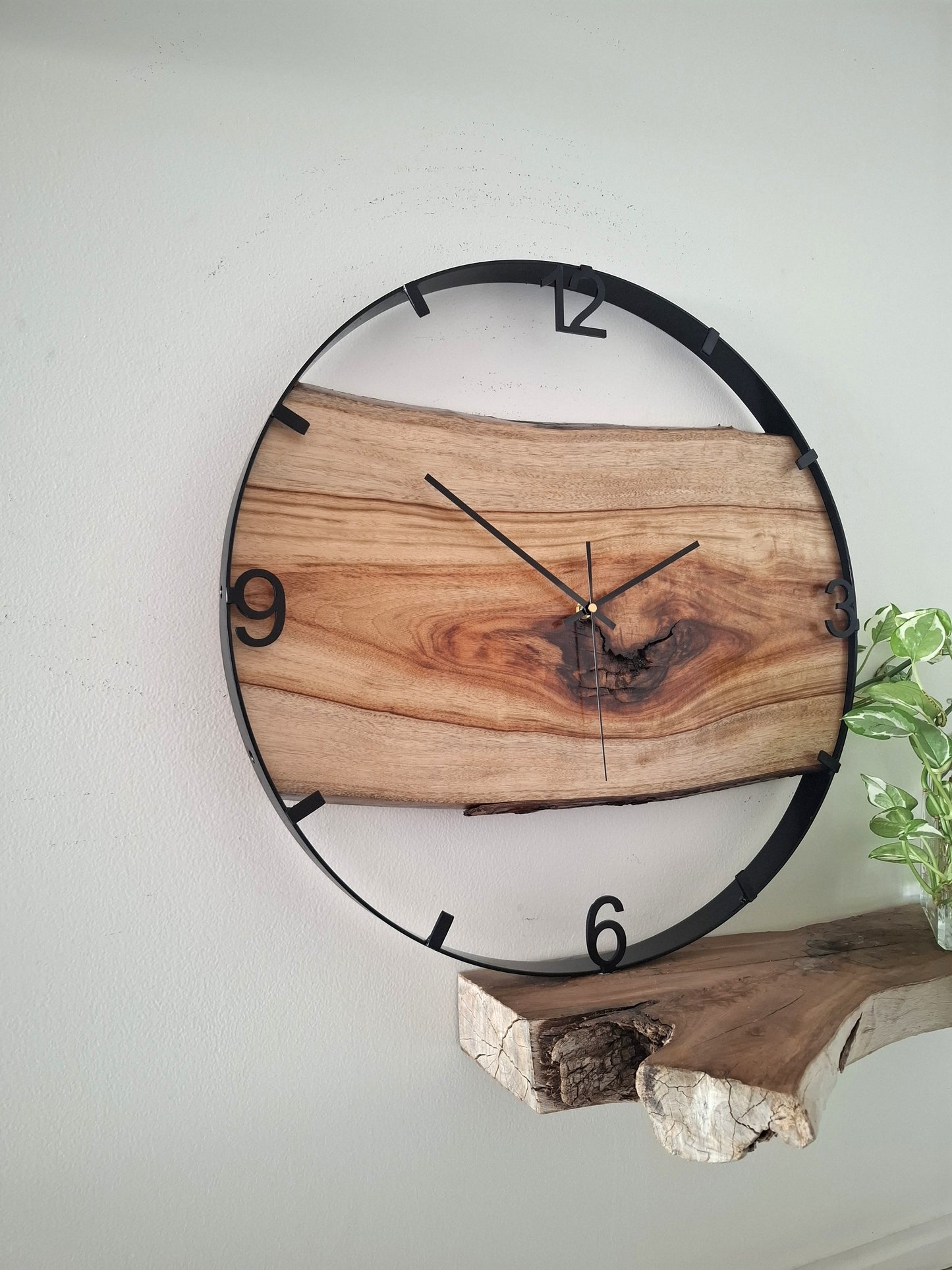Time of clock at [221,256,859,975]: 1:51
